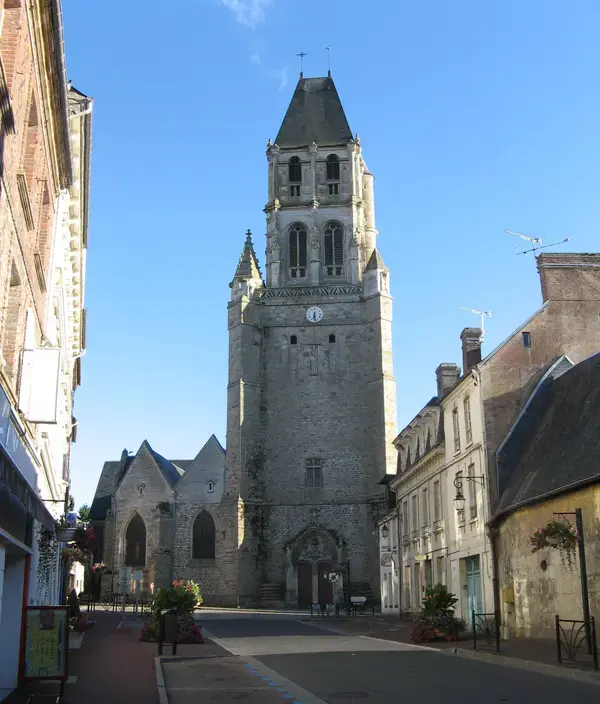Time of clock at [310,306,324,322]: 6:28
